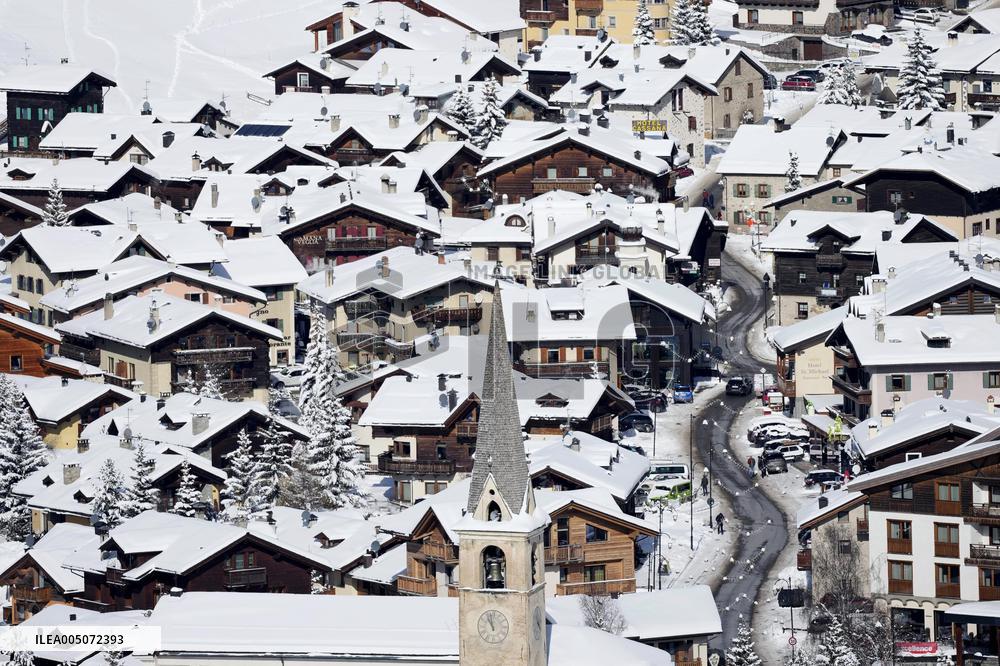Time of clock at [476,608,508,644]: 10:58
